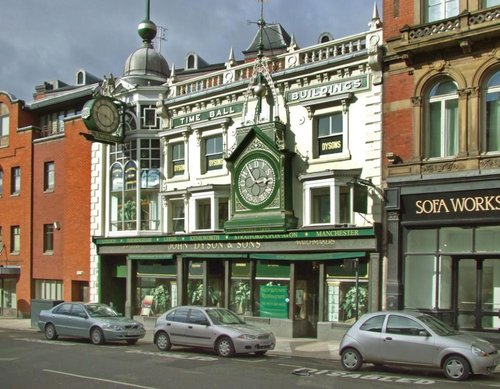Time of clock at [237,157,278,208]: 2:54
